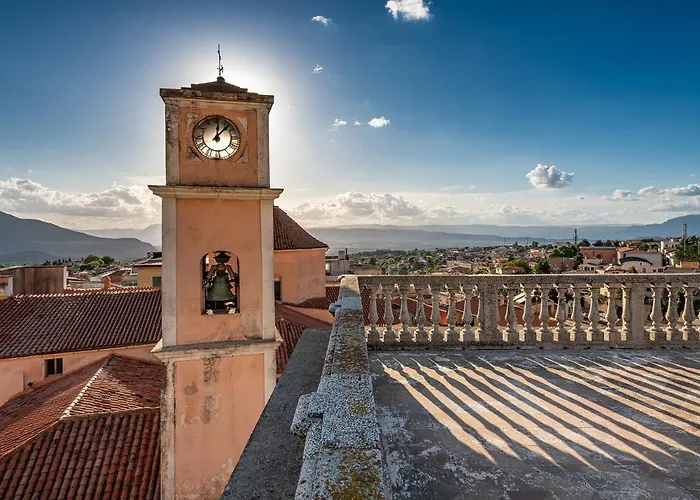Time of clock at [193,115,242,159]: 12:07
